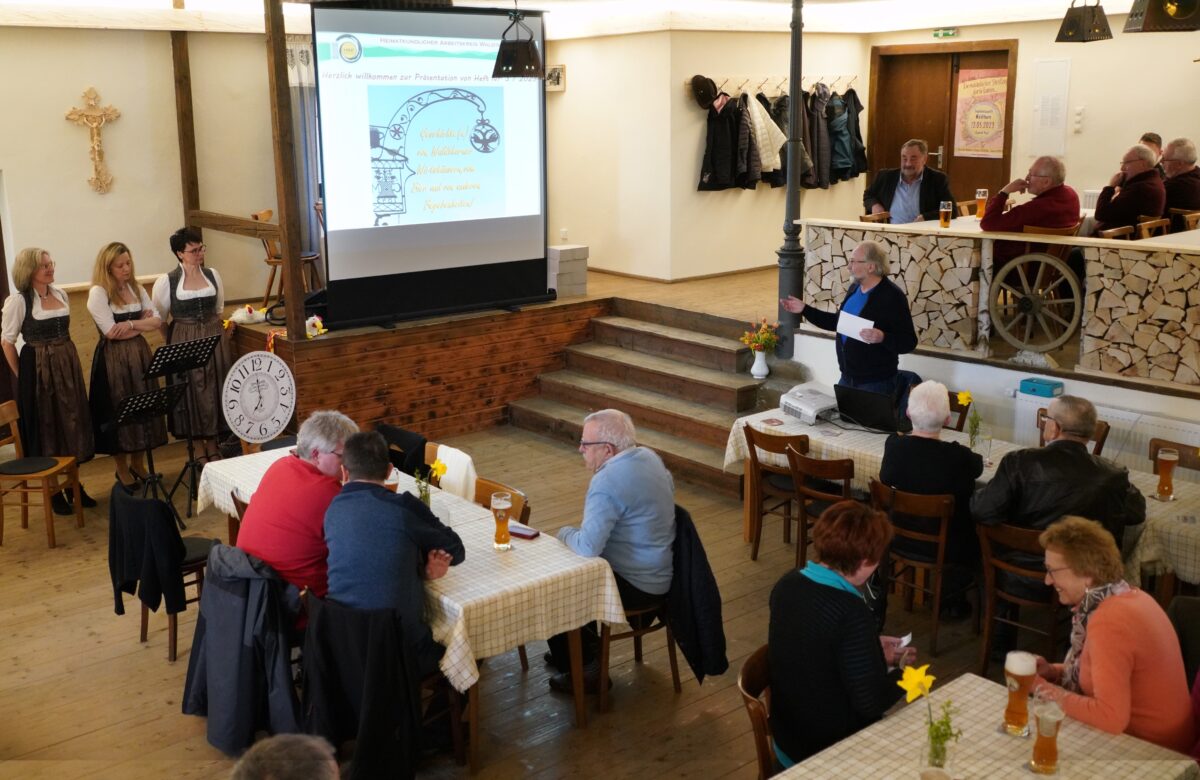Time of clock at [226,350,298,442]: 7:00
